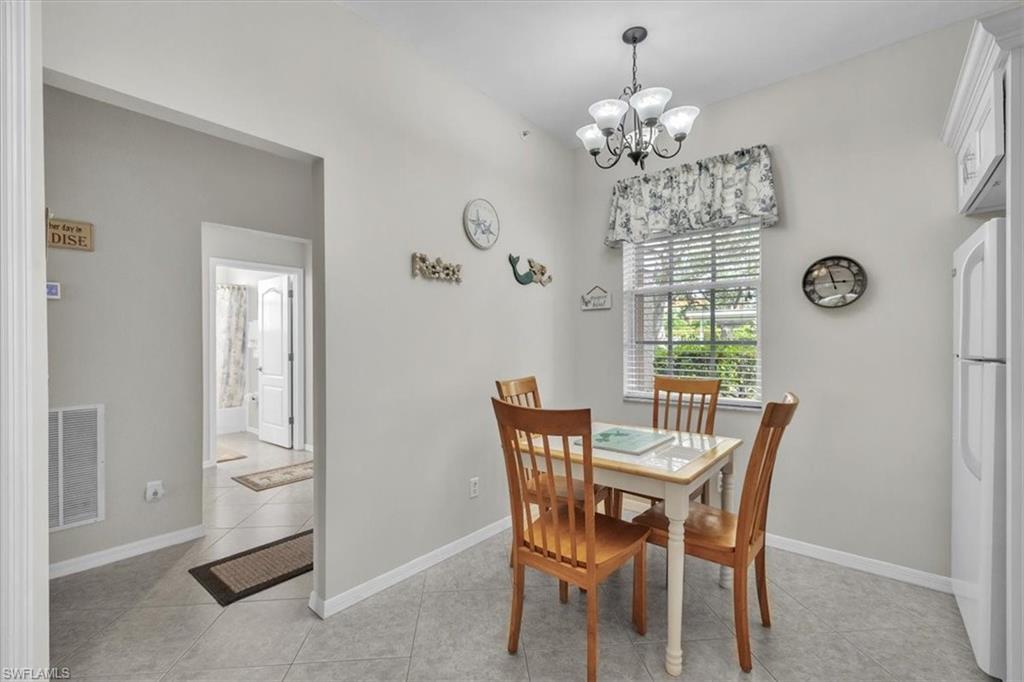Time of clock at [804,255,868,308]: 2:56
